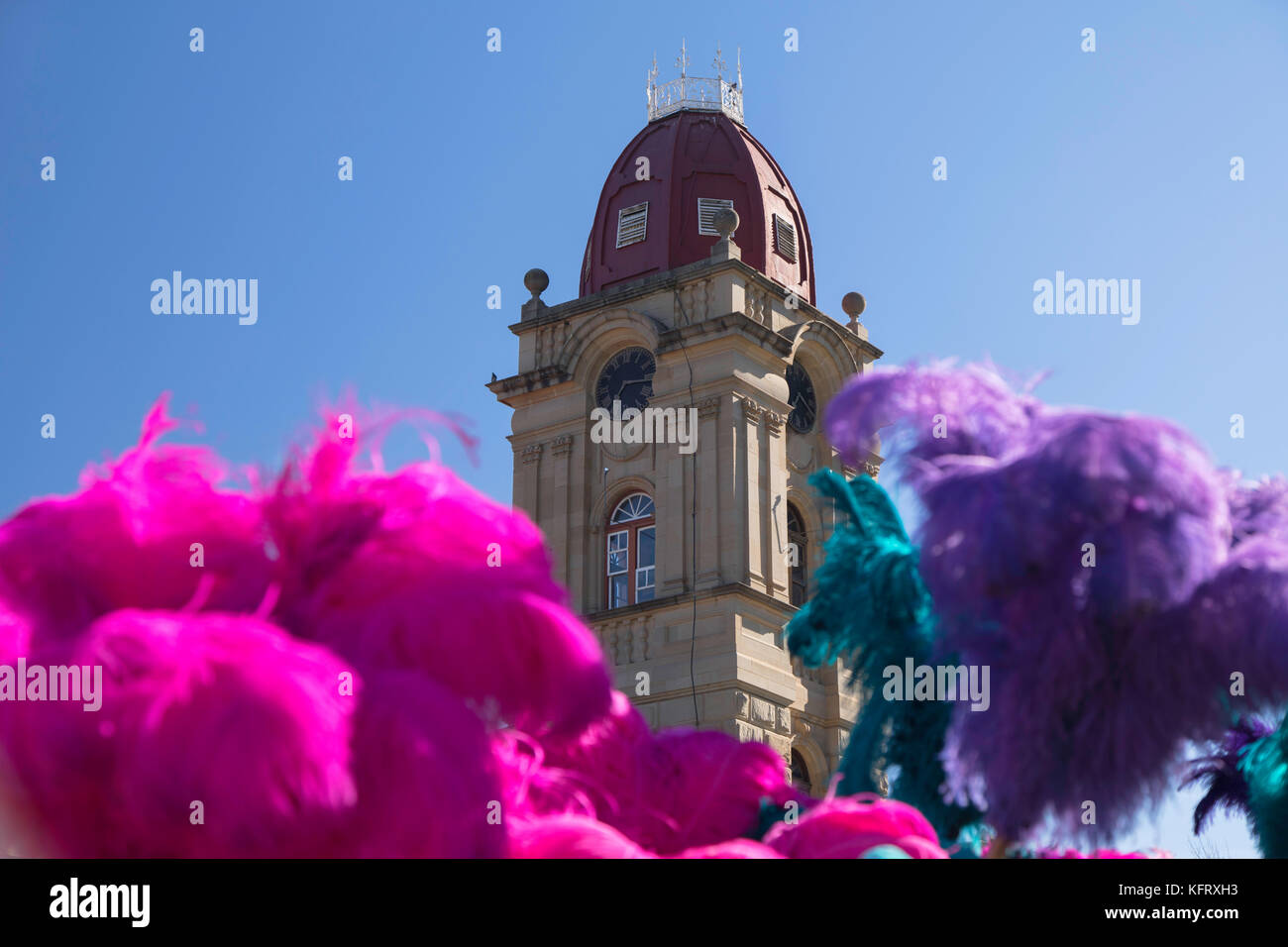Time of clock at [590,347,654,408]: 7:15
